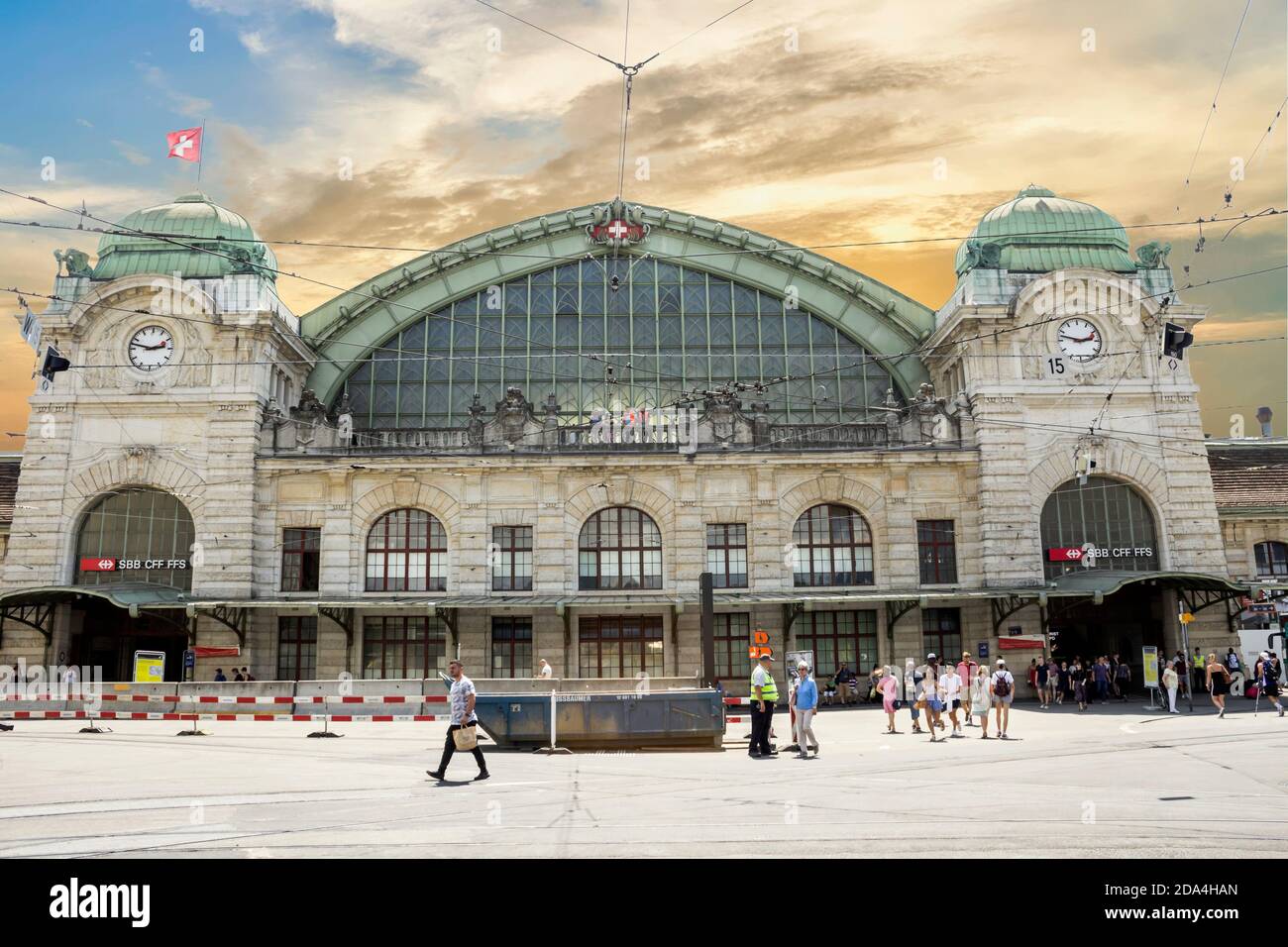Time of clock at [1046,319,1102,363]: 2:48
